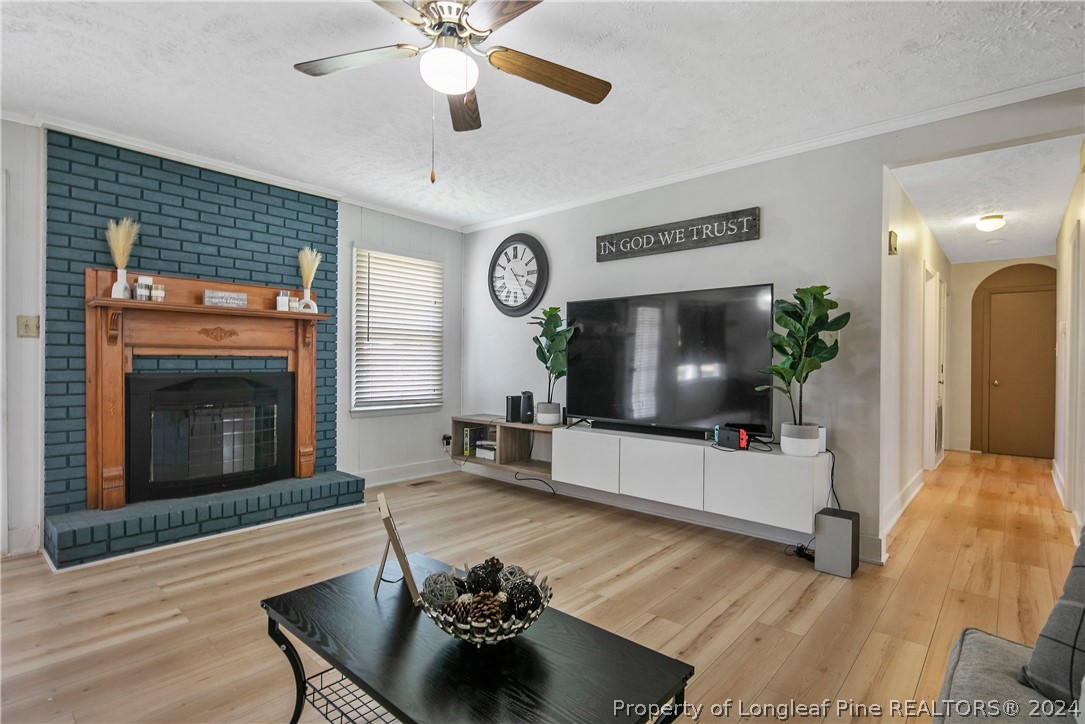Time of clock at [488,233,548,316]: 3:24
